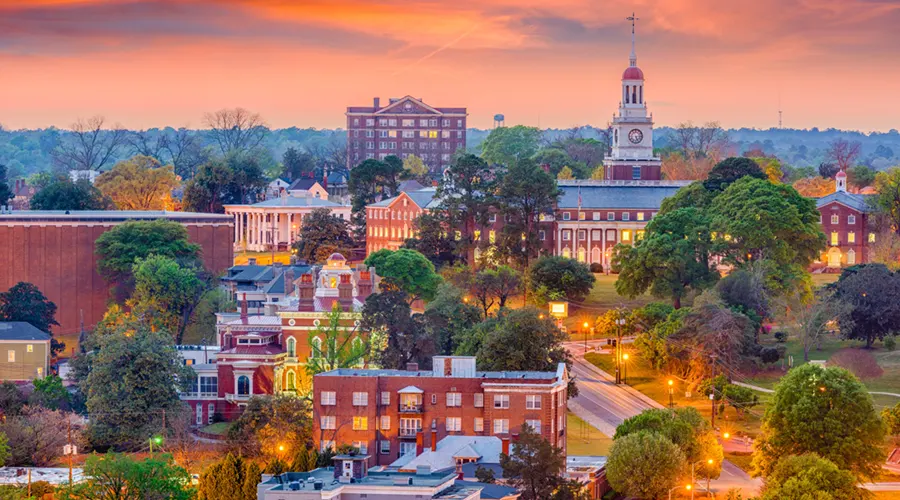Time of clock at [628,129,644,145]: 5:14
